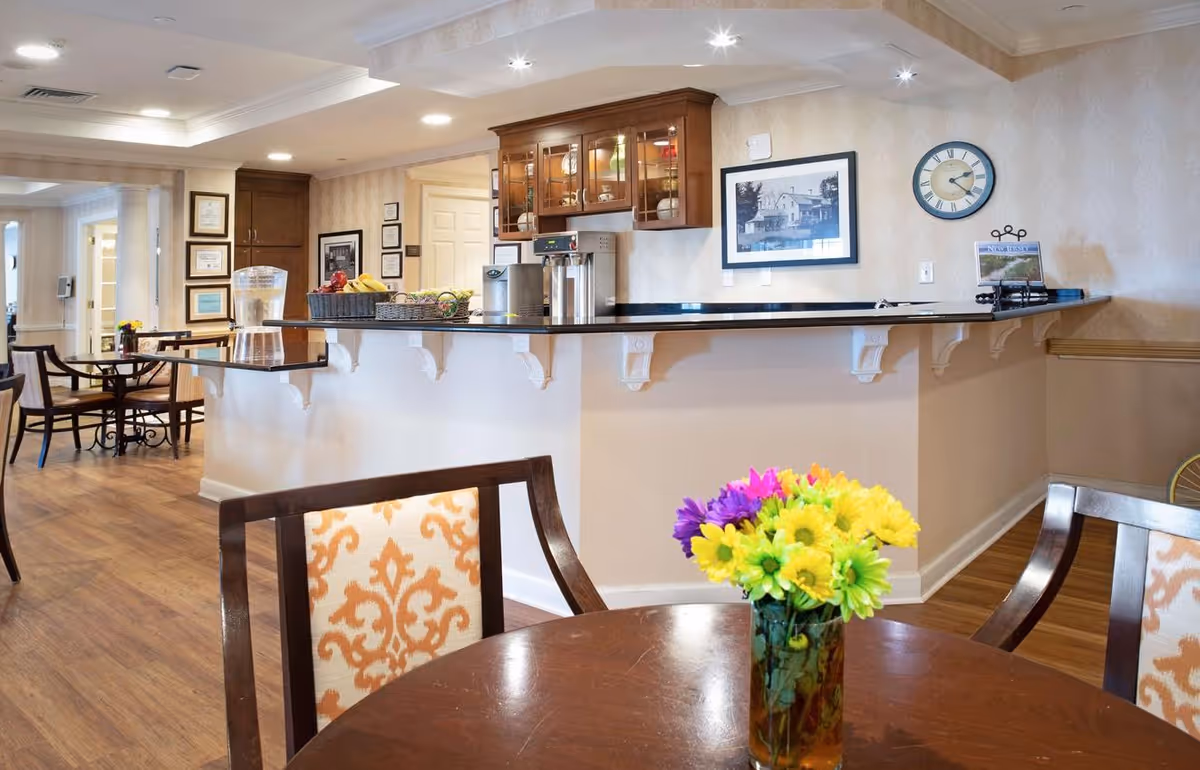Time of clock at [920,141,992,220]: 2:22
